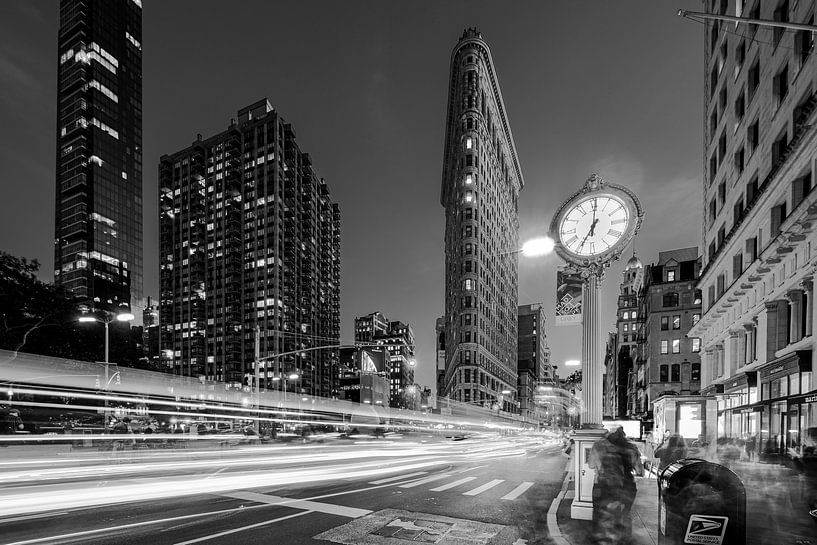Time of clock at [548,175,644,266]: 7:00
